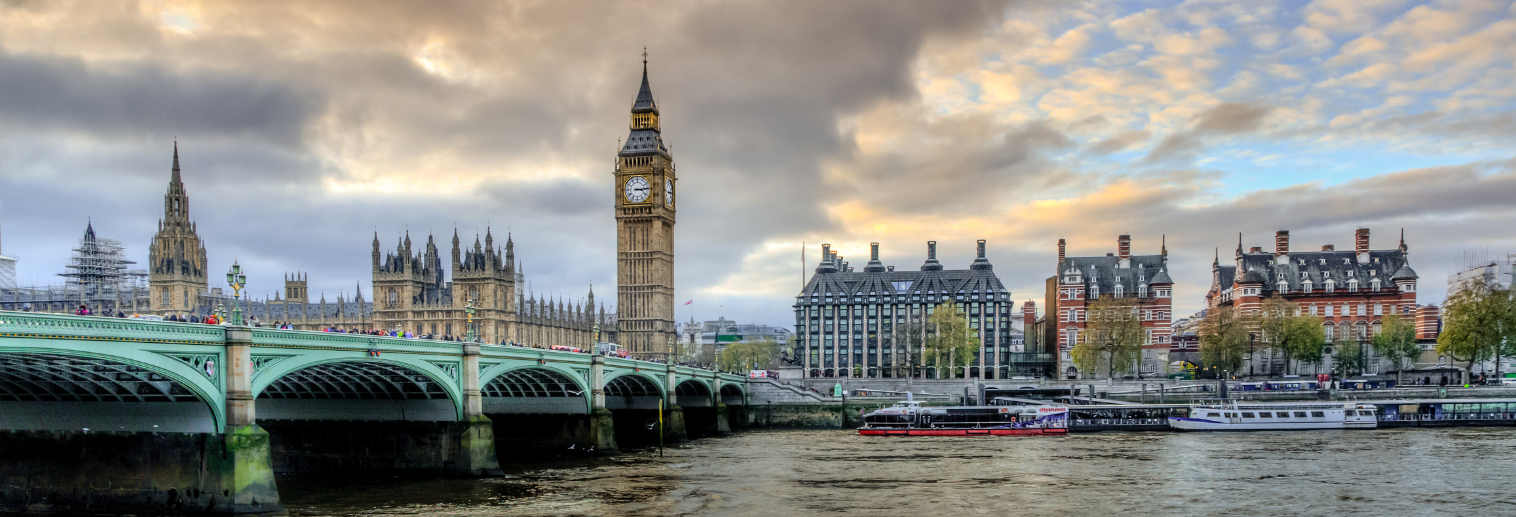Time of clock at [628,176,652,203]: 3:14
